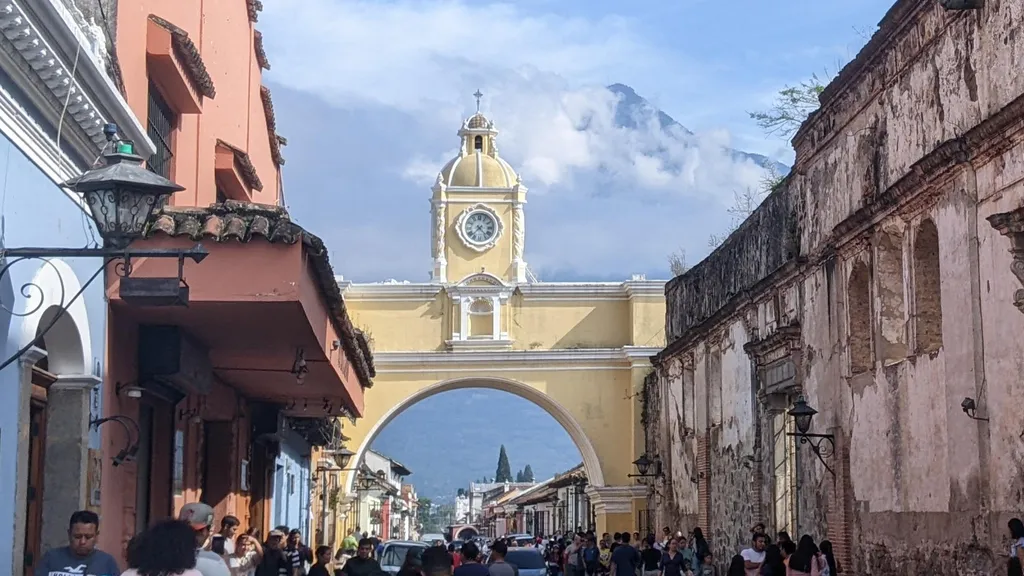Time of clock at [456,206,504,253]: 4:37
